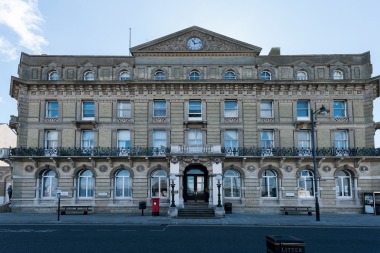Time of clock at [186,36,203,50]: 11:12
